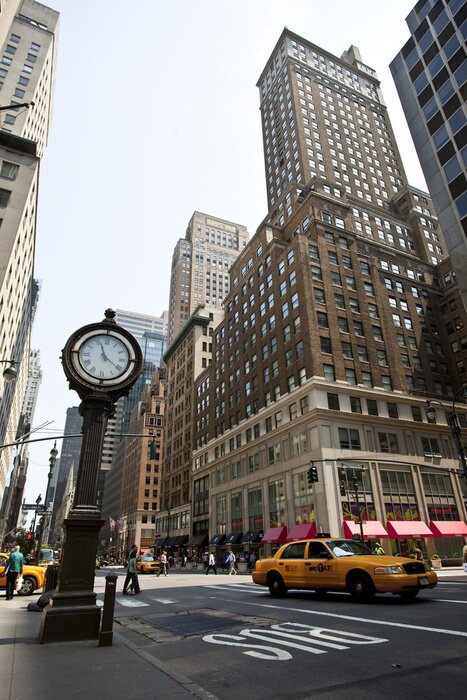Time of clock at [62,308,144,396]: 11:20
